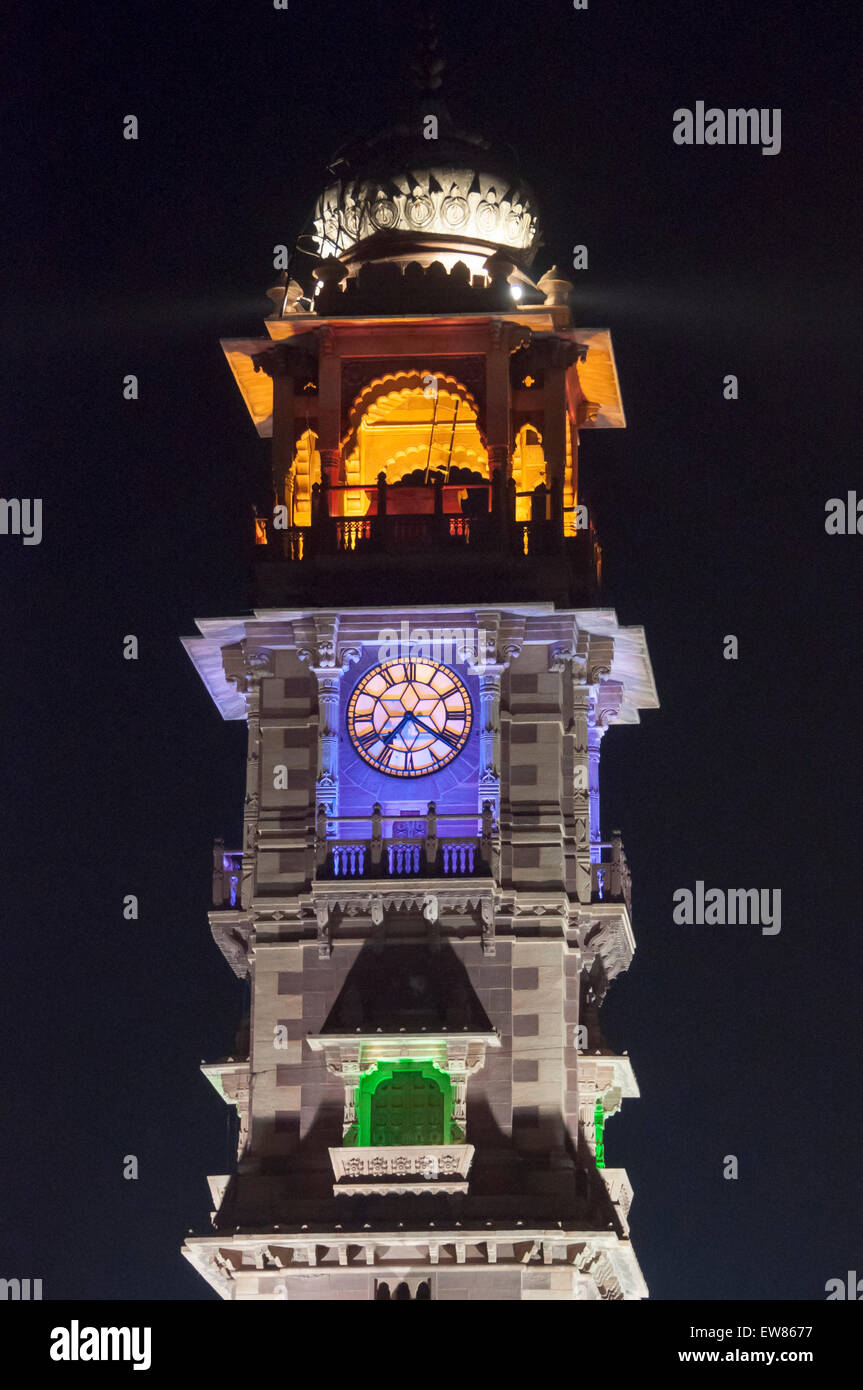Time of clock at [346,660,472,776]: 7:20
